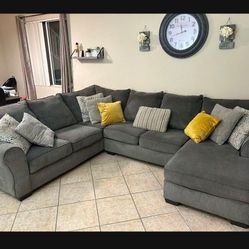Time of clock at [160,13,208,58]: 11:42
